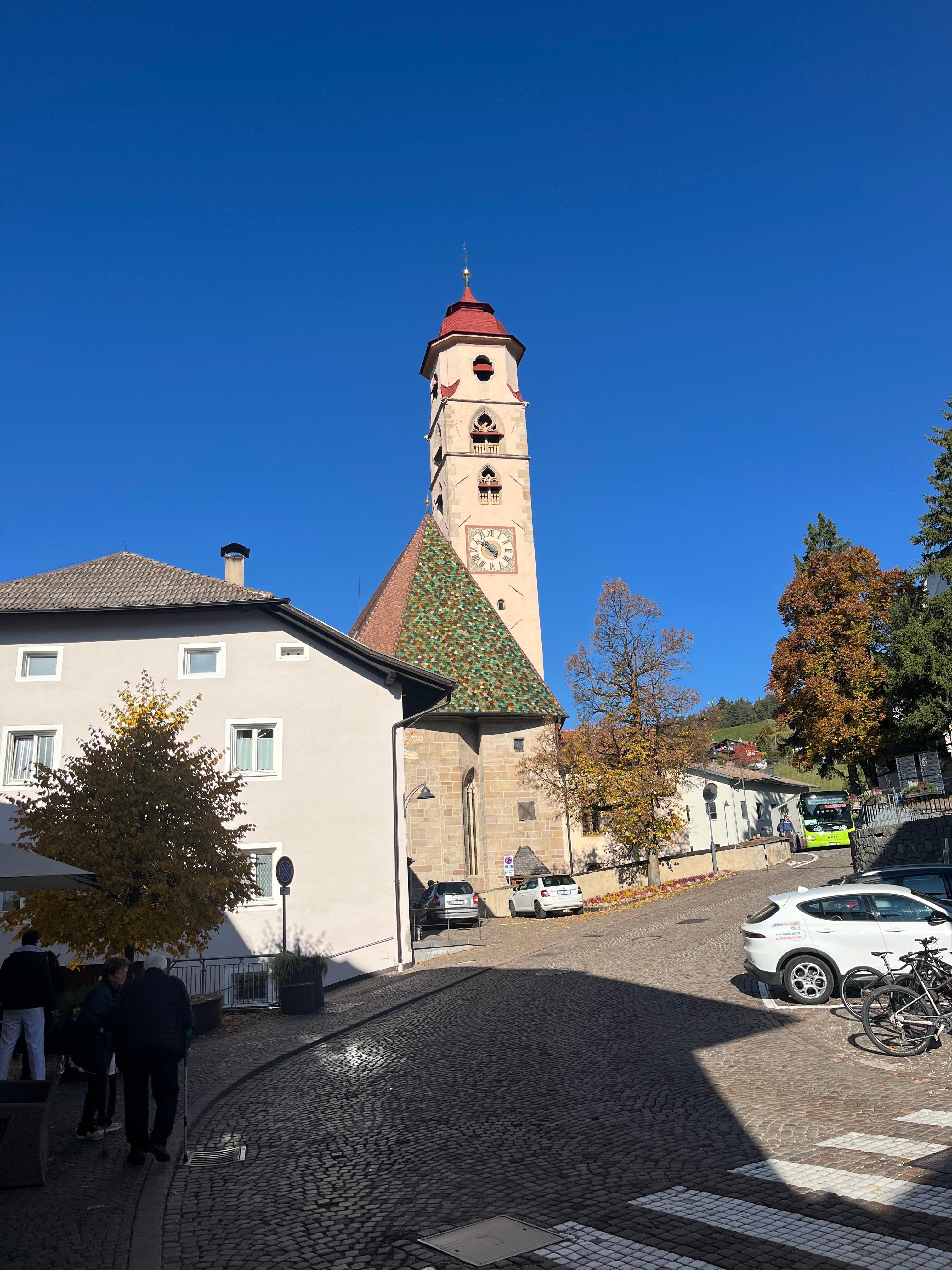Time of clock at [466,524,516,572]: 10:50
